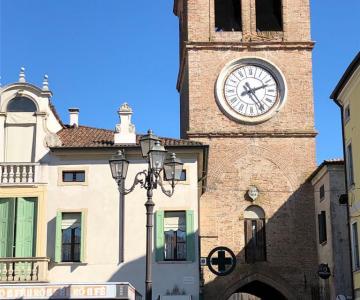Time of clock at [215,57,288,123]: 2:24
